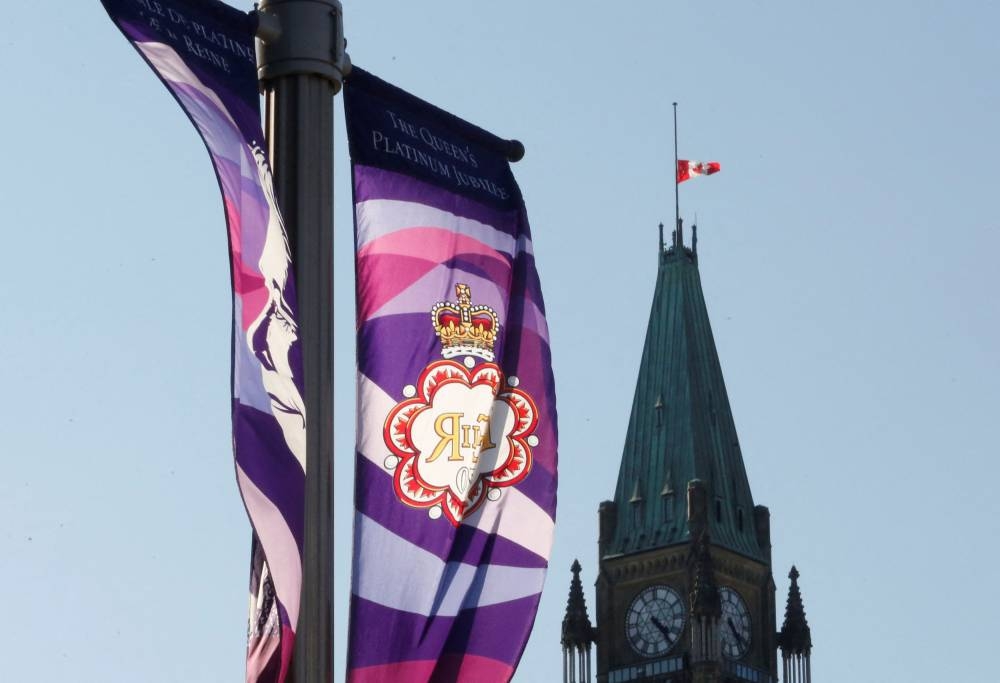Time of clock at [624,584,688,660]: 4:23
